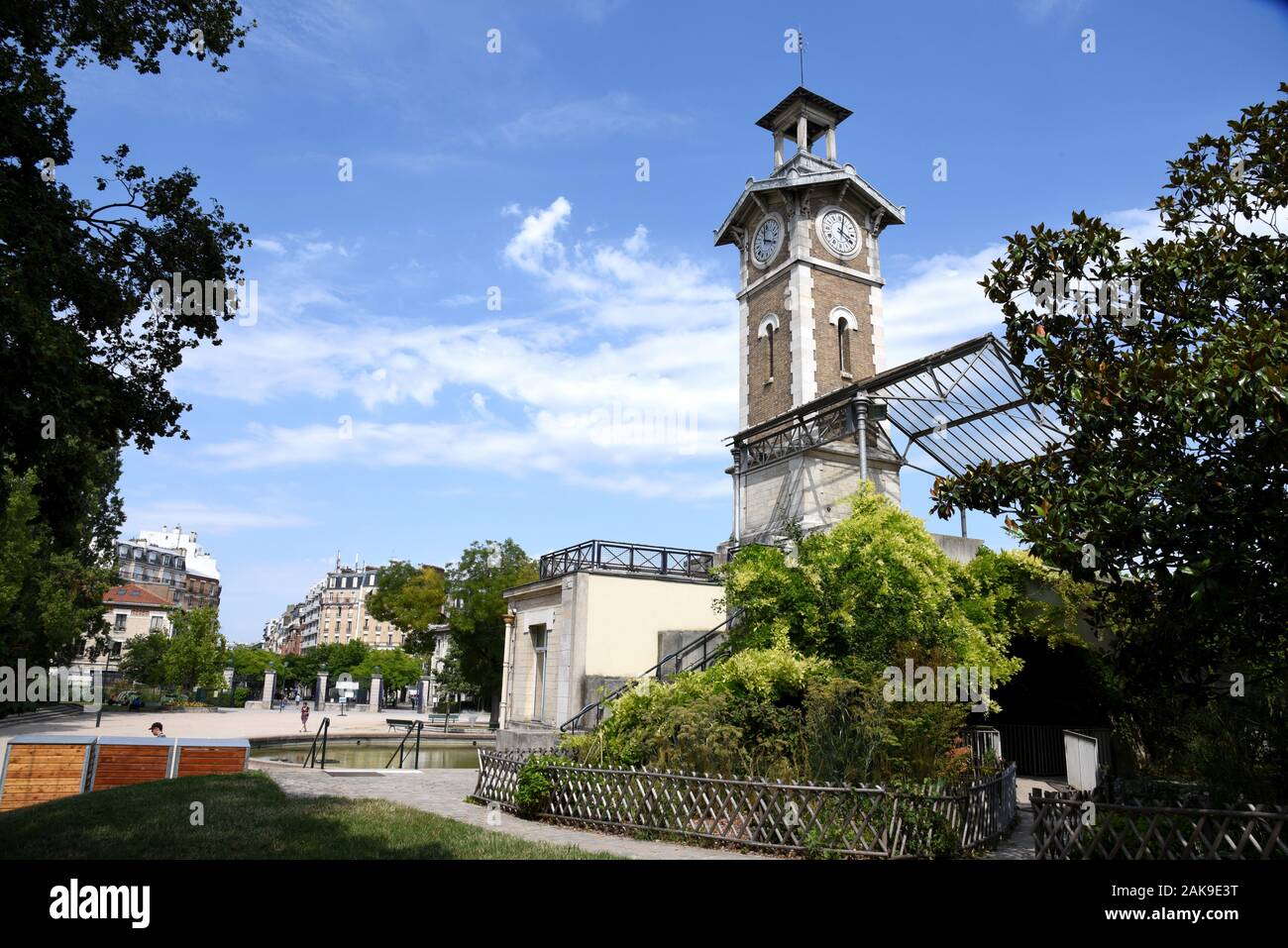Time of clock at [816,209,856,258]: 4:02
